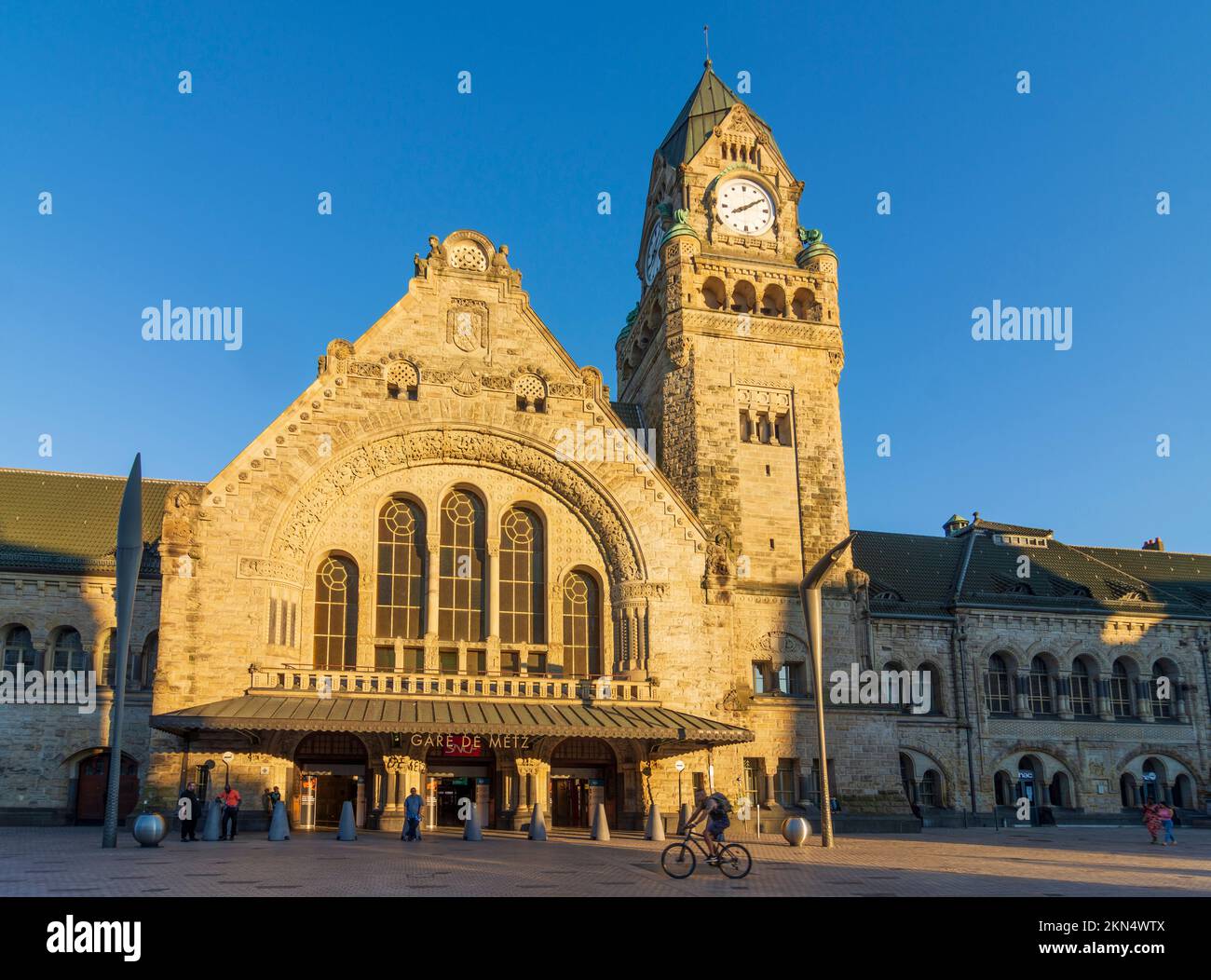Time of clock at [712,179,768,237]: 8:09
